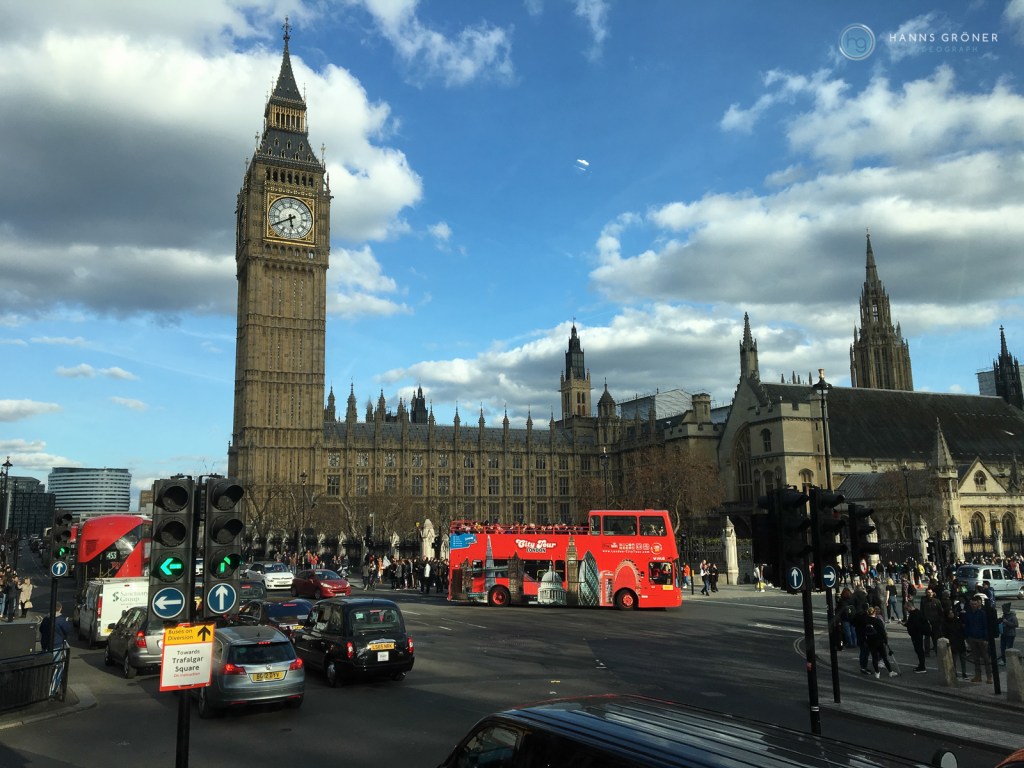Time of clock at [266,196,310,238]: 5:40
